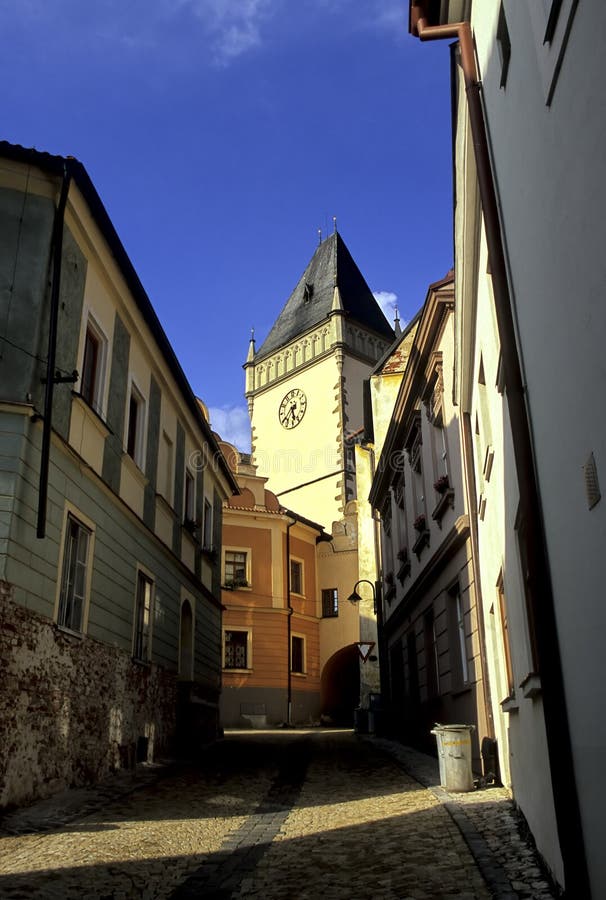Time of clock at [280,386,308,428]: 5:38
